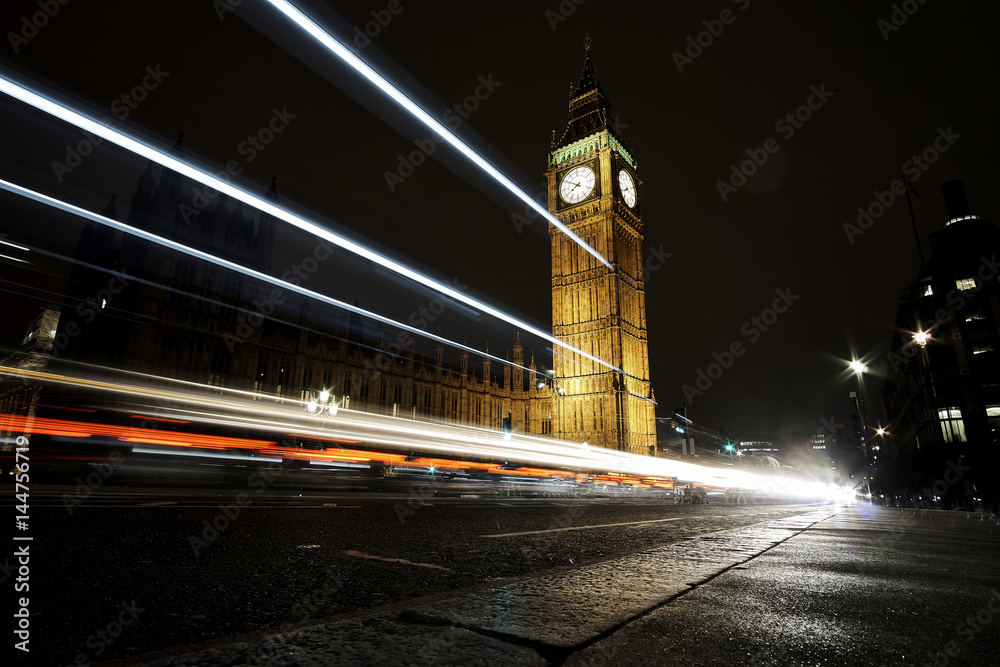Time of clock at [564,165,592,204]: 7:50
